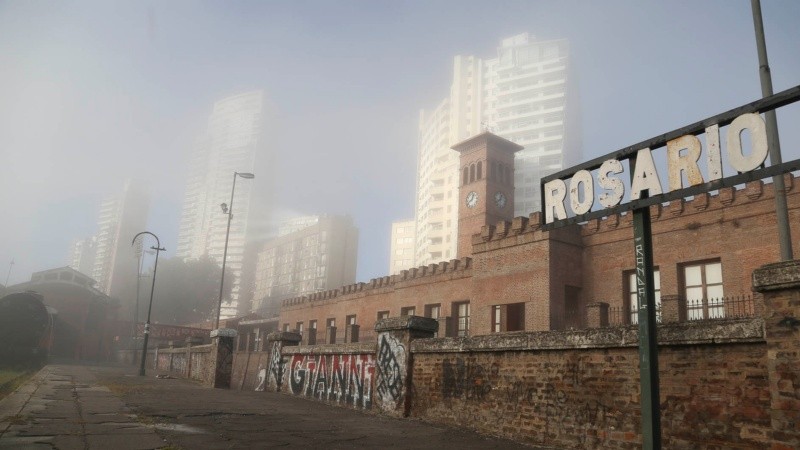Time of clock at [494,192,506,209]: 12:38
